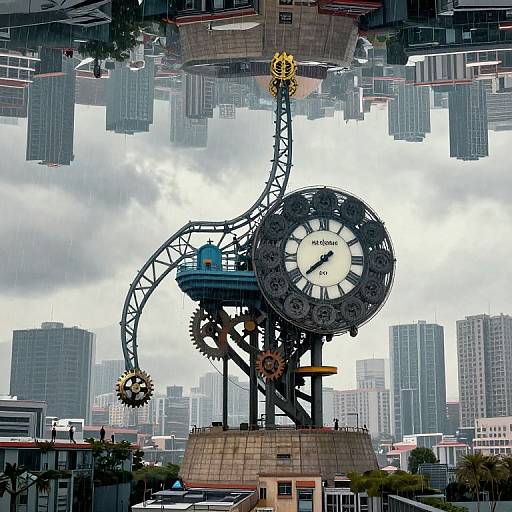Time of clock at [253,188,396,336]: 7:37
